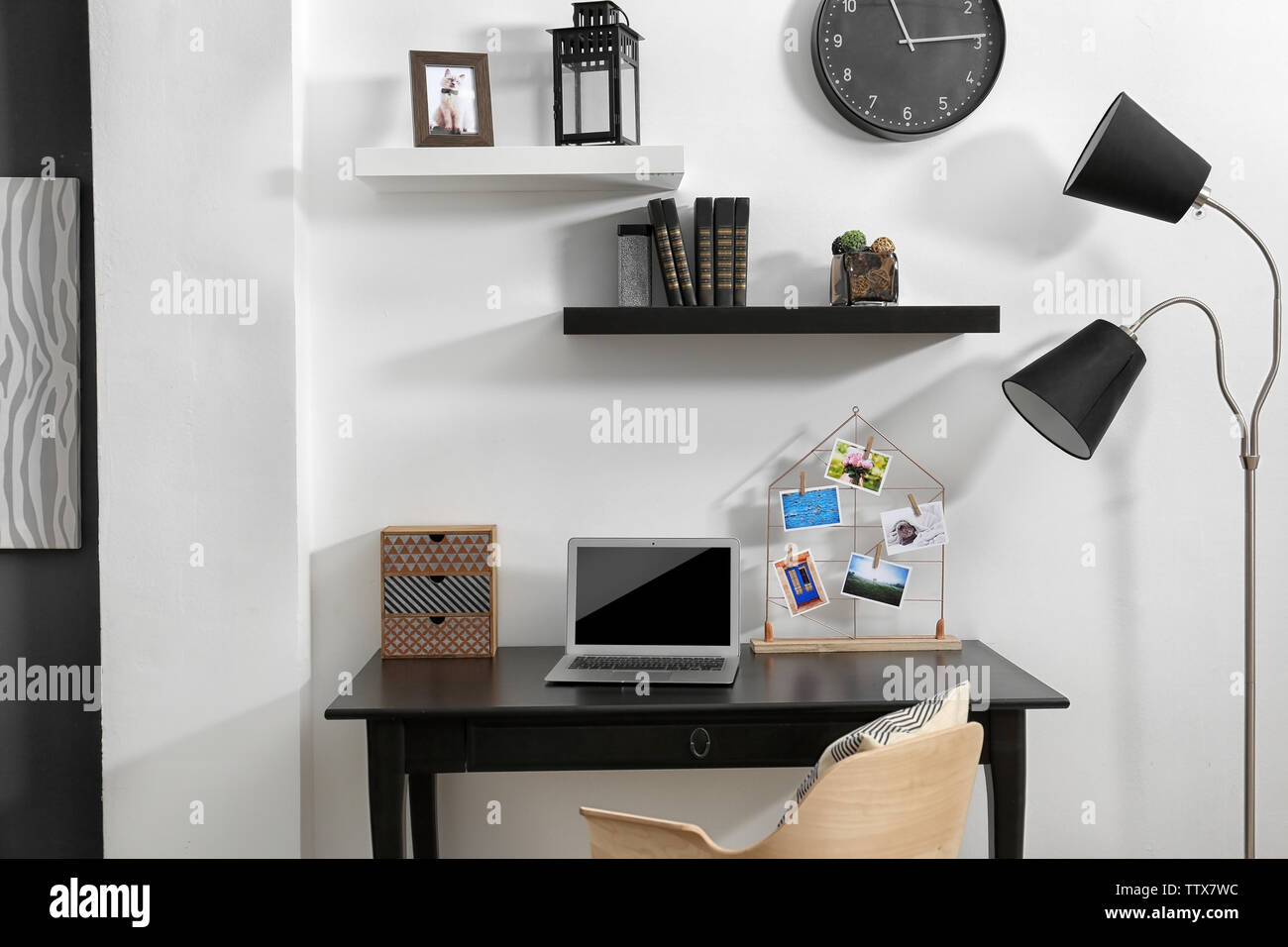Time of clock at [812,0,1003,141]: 11:14
